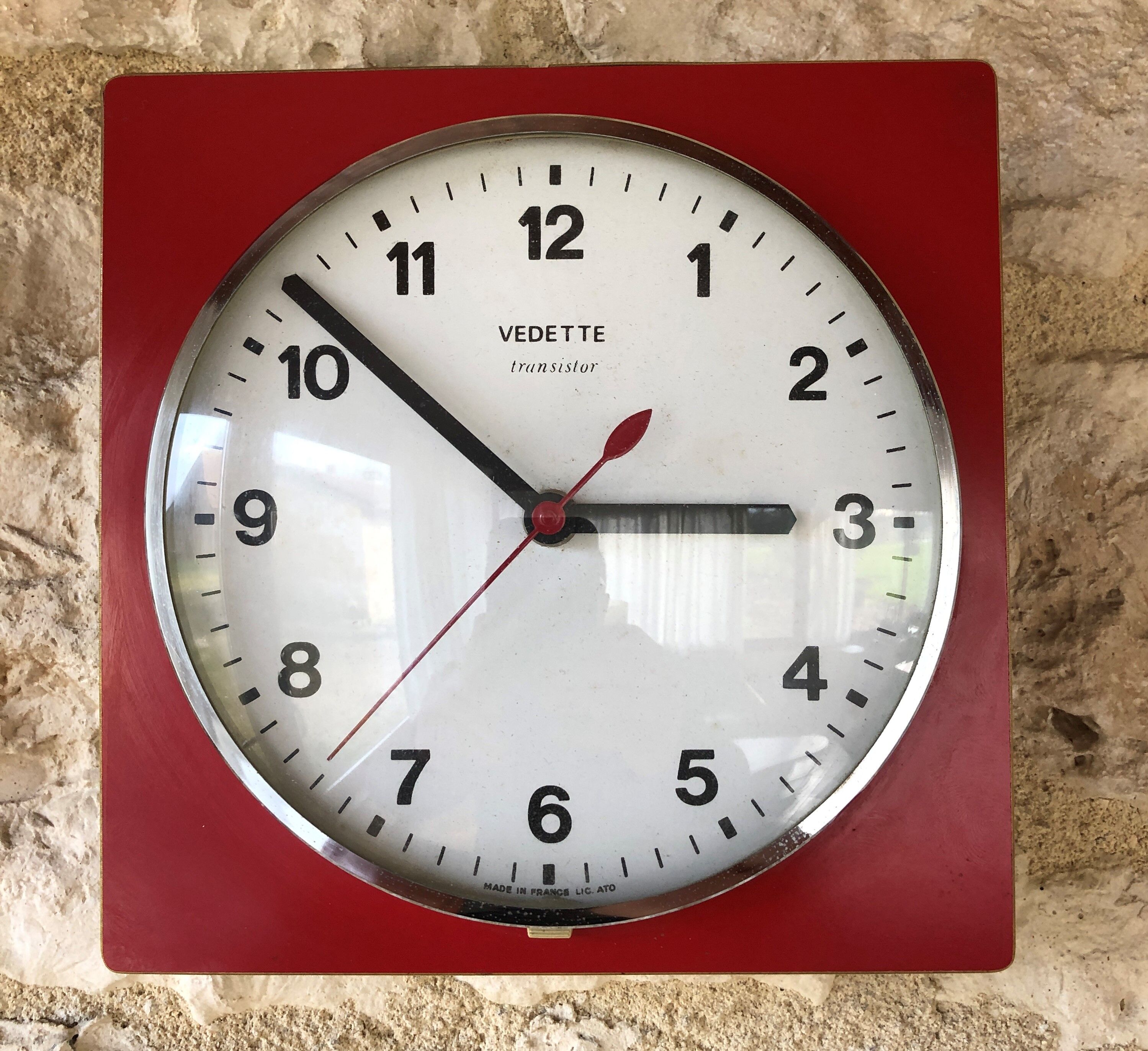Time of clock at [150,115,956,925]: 2:51
